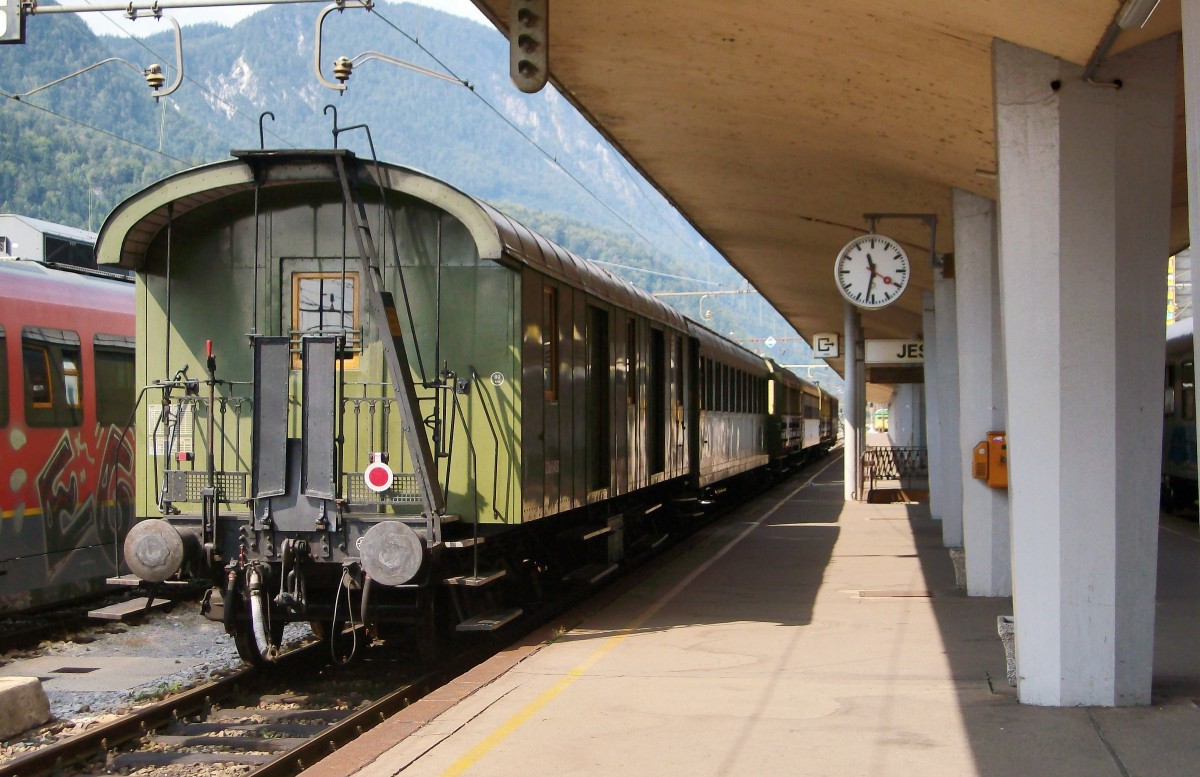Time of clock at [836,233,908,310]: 11:32
